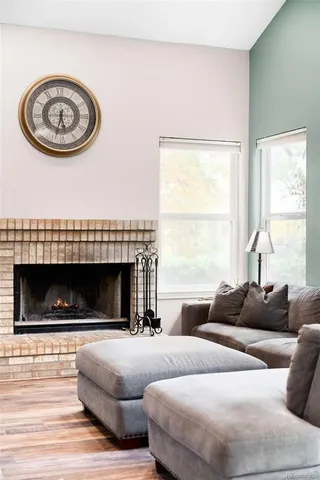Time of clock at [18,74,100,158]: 5:33
